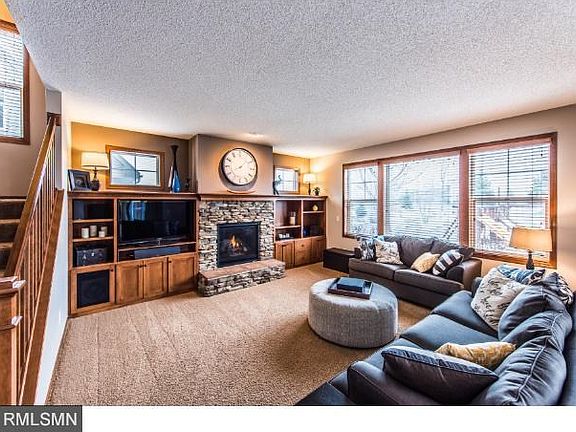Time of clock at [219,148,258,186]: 8:07
